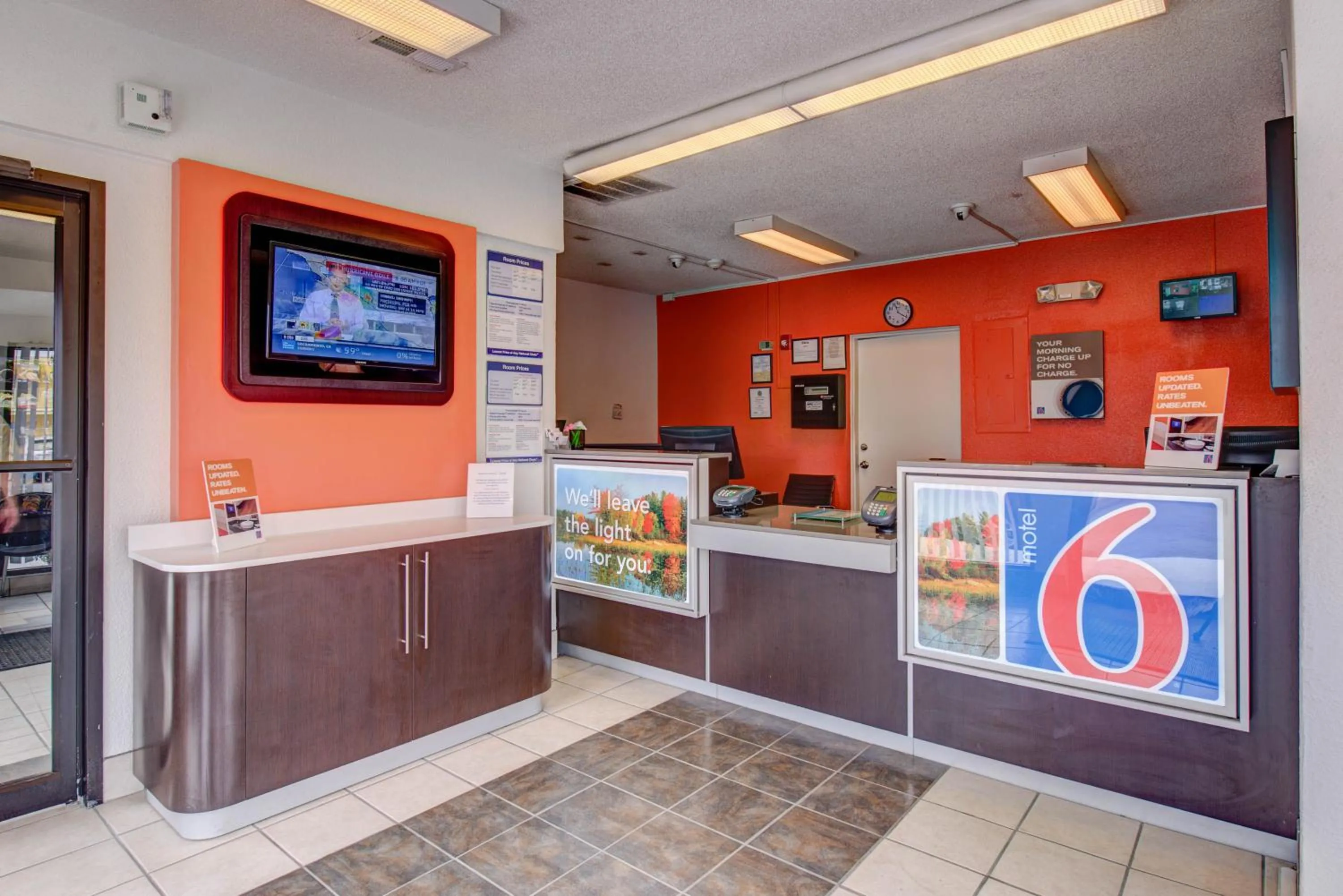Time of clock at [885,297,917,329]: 11:20
